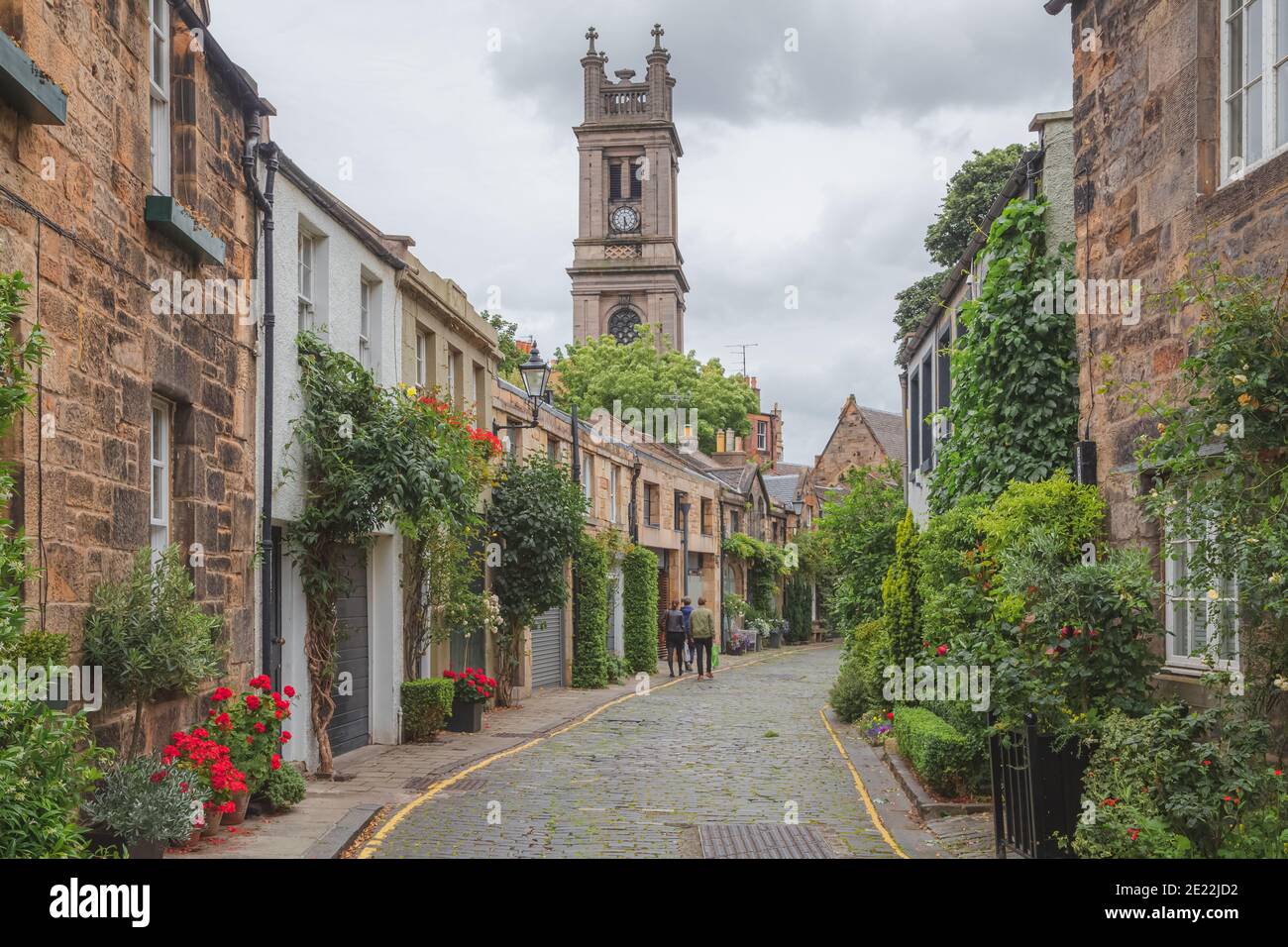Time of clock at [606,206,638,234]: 5:30
